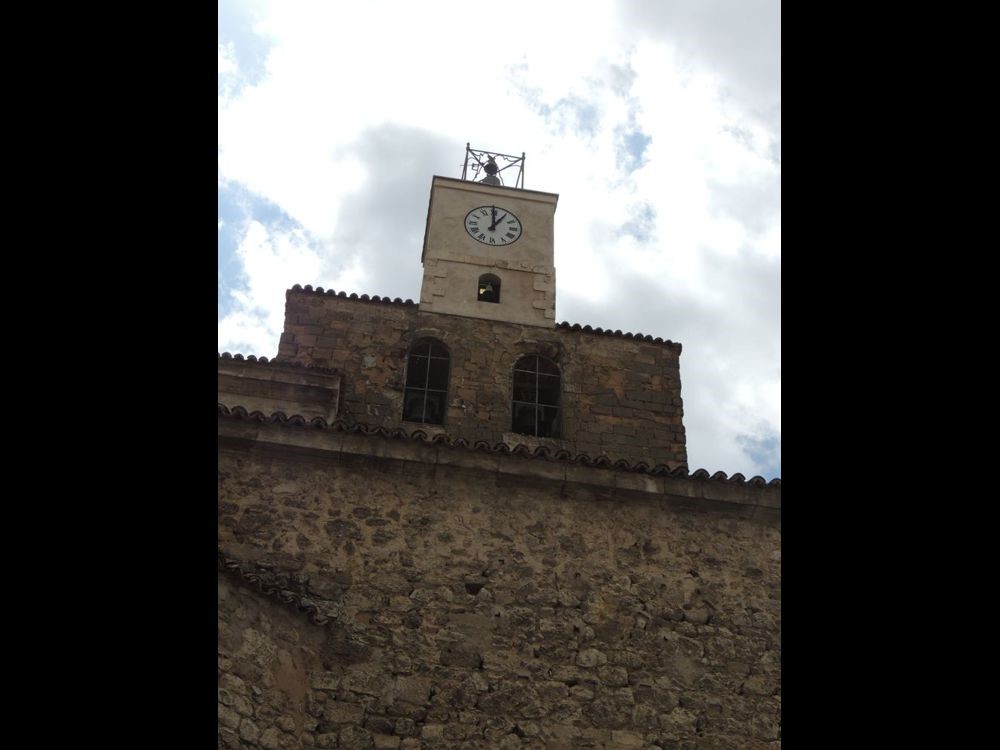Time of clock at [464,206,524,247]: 12:59
